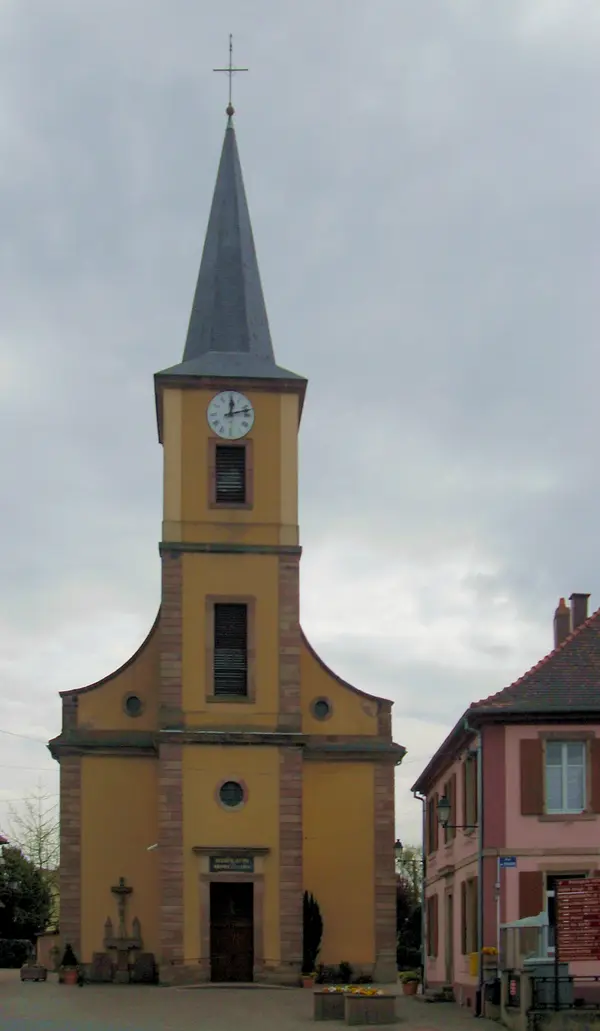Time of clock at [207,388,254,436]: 12:12
